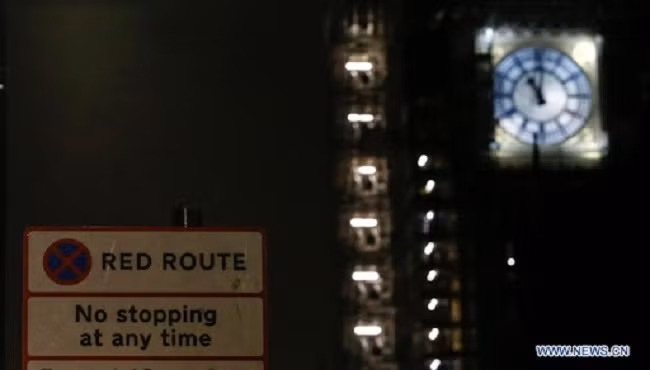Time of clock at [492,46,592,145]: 11:01
